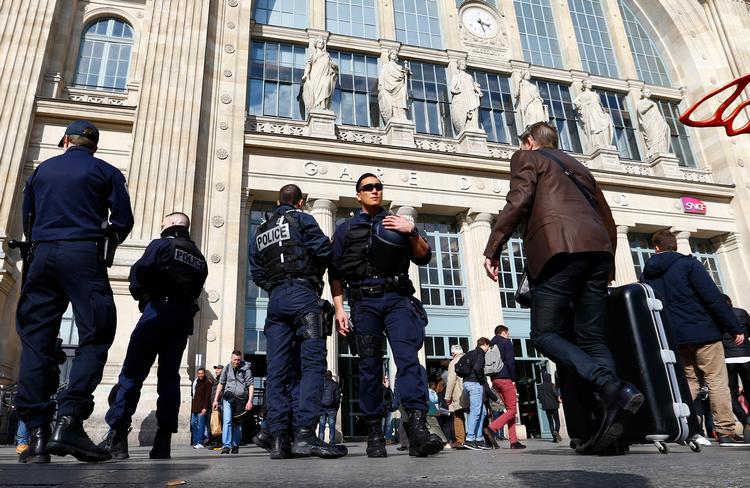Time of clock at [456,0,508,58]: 3:27
